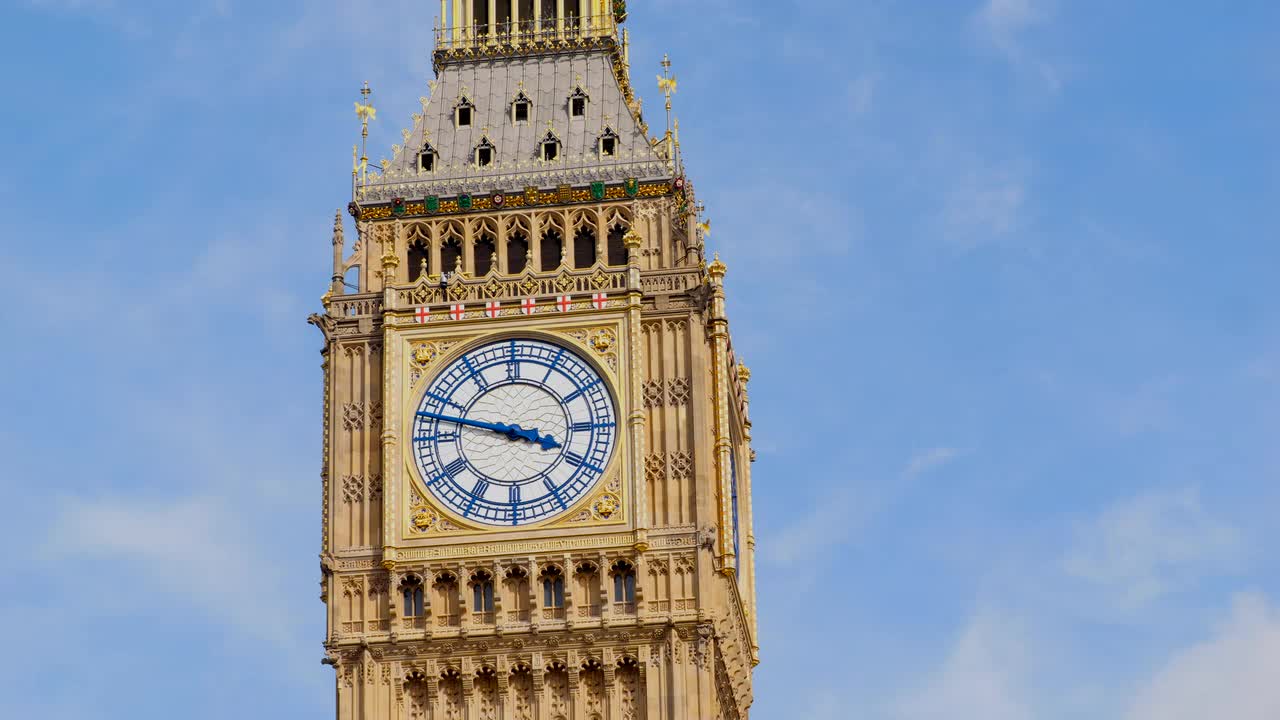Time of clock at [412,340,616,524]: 3:47
